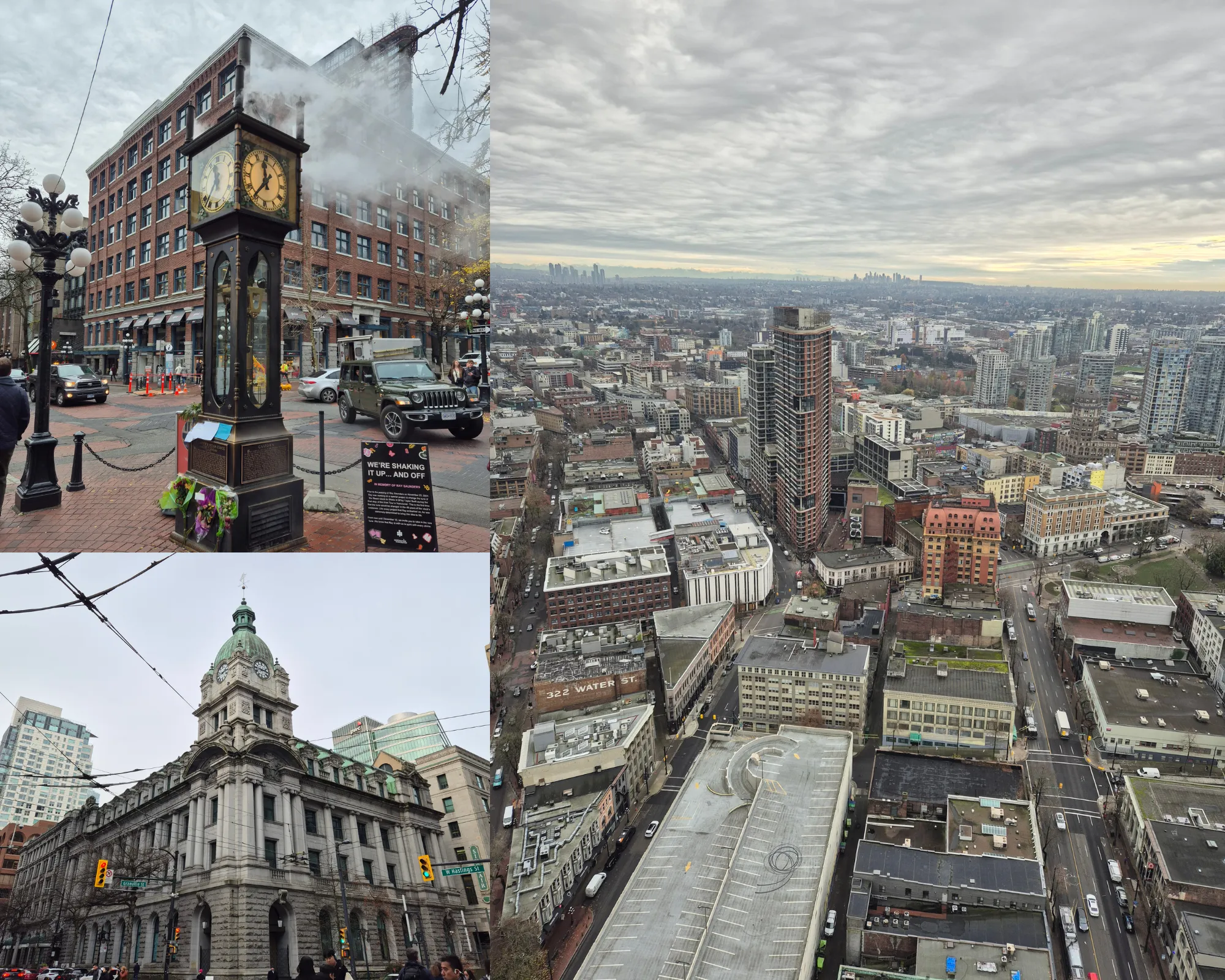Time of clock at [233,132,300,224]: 11:35
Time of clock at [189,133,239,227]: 11:35
